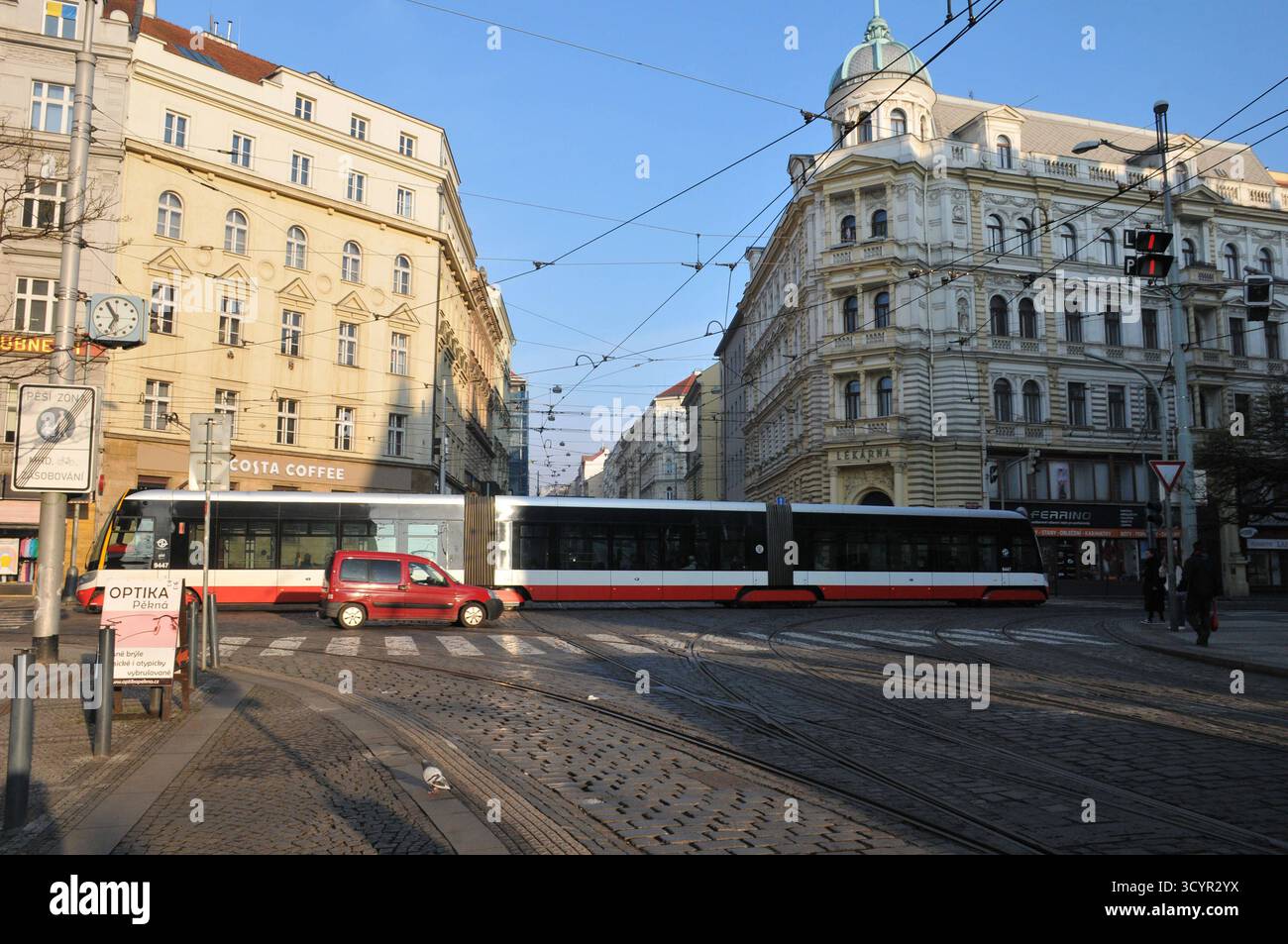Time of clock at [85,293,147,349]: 6:54
